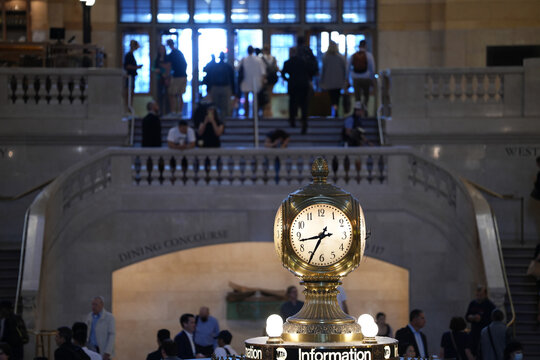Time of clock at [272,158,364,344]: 8:34
